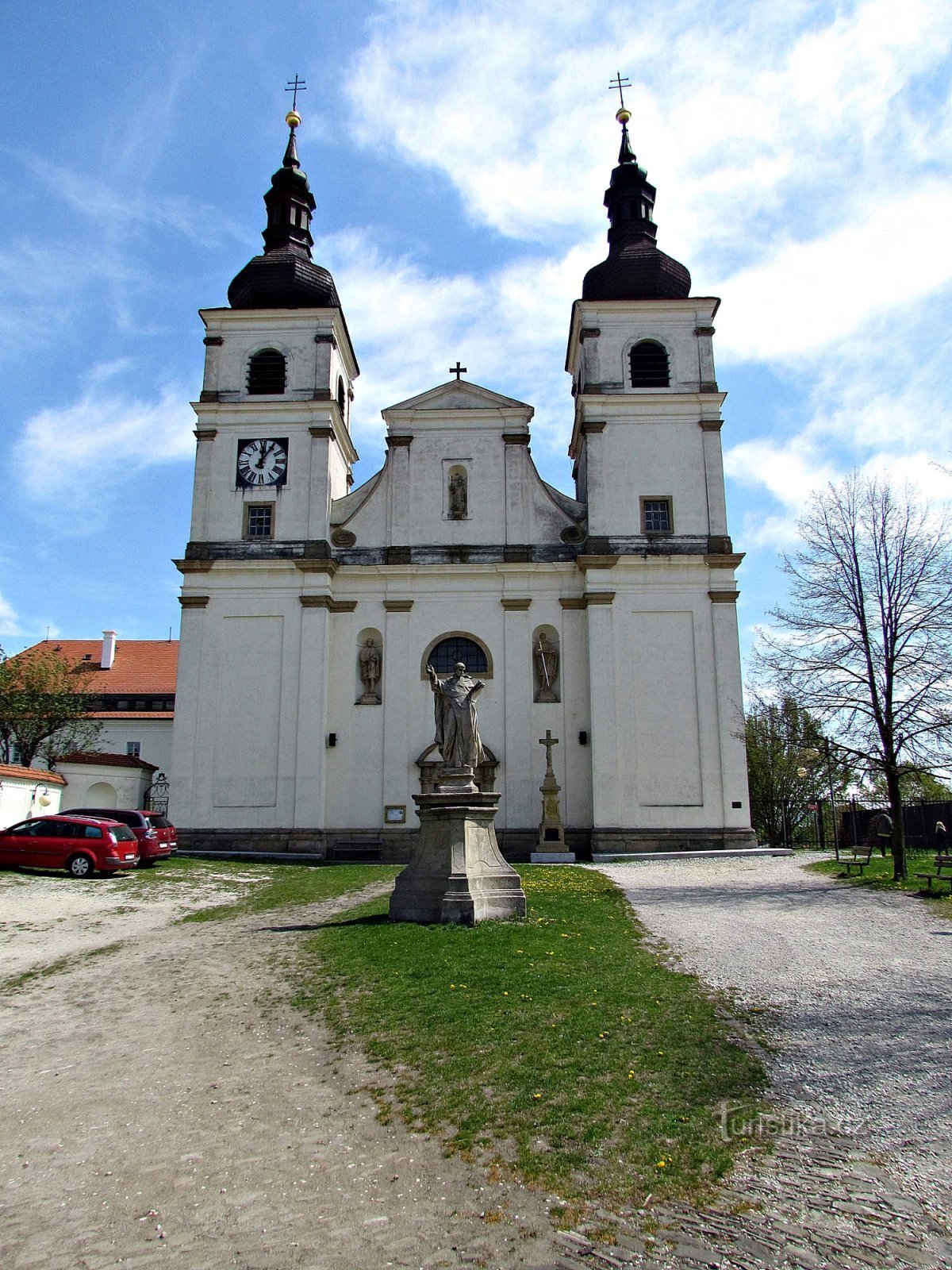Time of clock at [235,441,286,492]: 12:05
